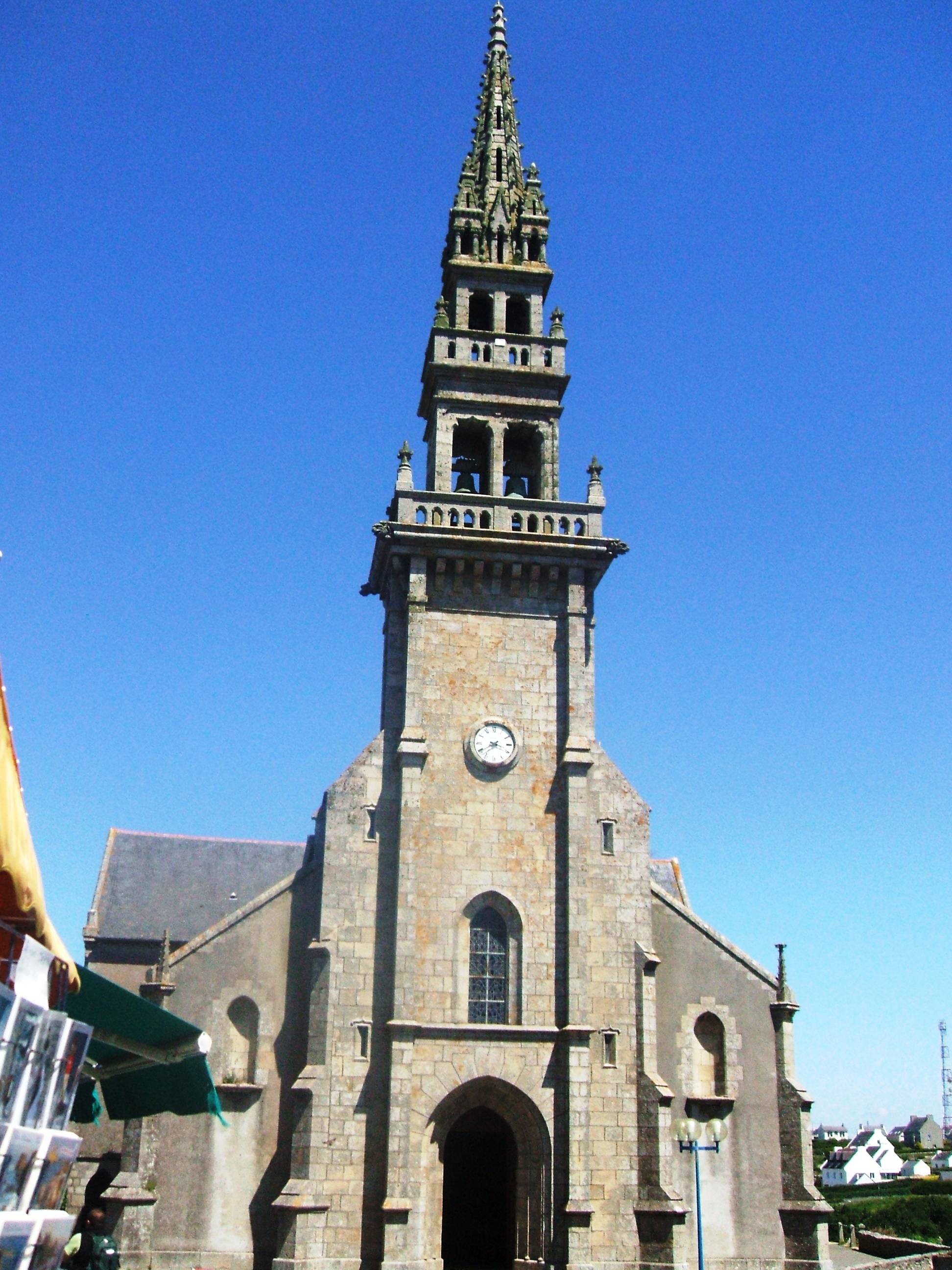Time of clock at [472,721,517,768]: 3:40
